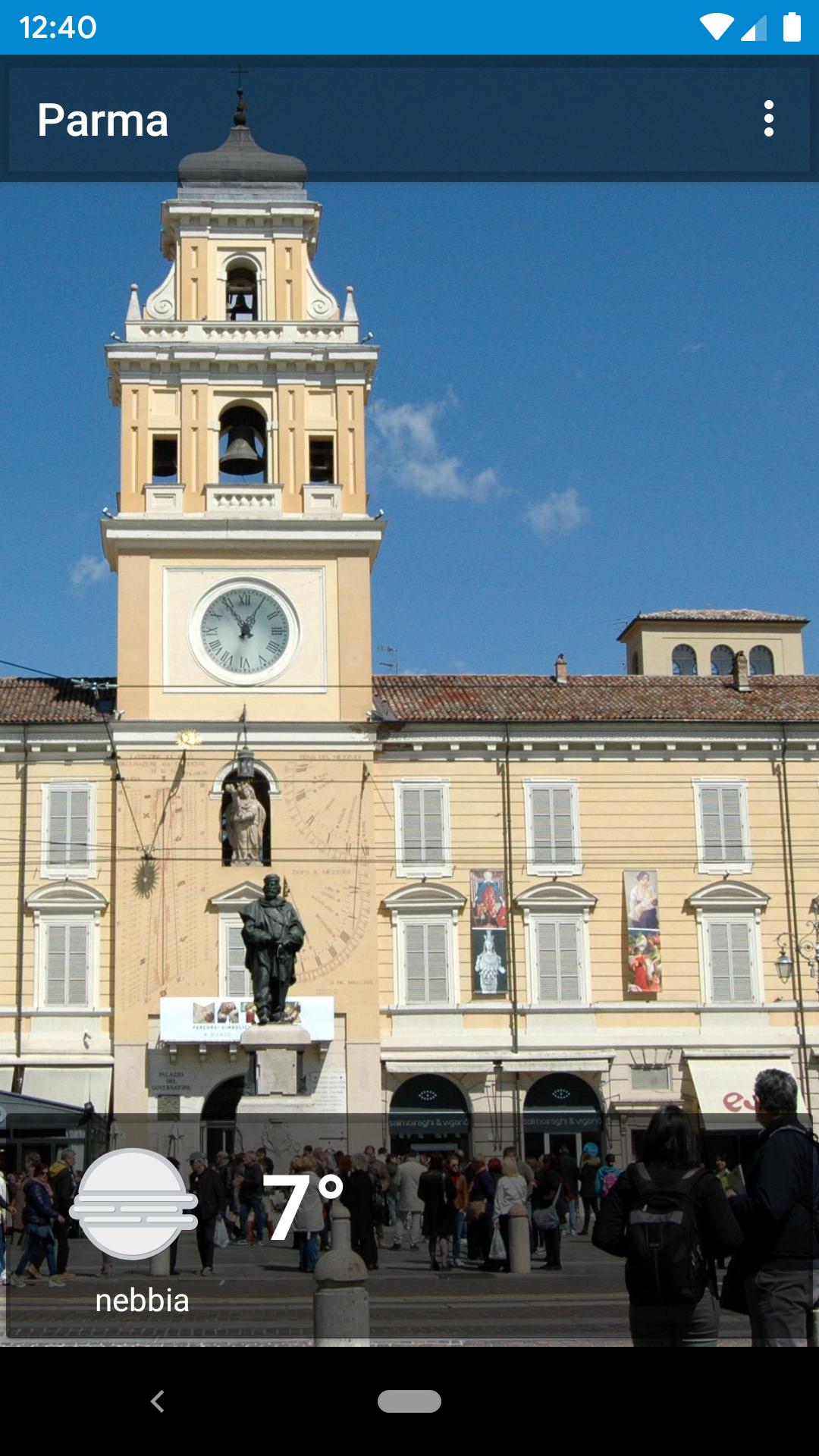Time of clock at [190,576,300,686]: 12:54
